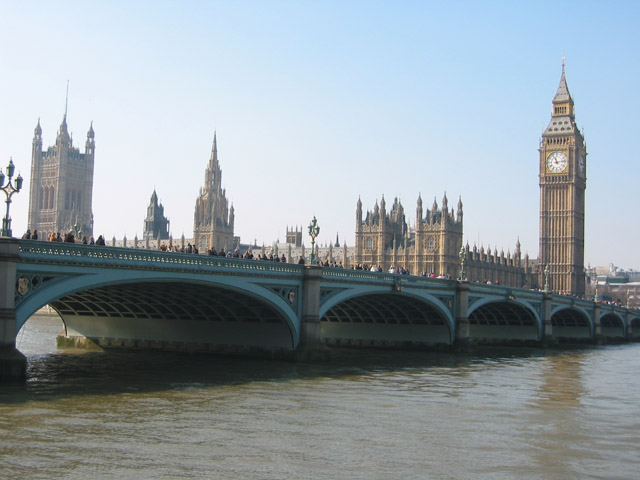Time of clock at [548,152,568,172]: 11:13
